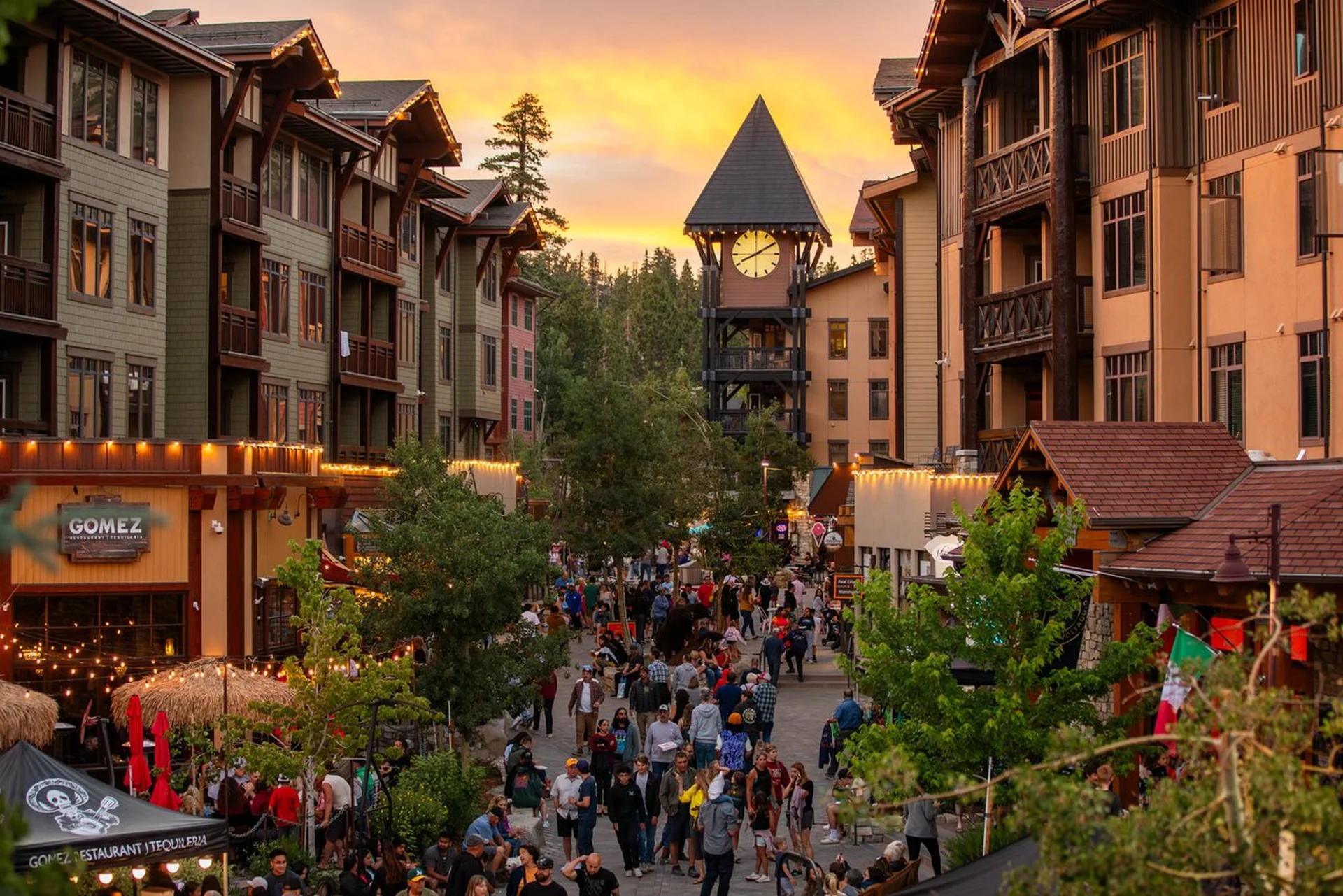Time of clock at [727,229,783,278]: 8:09
